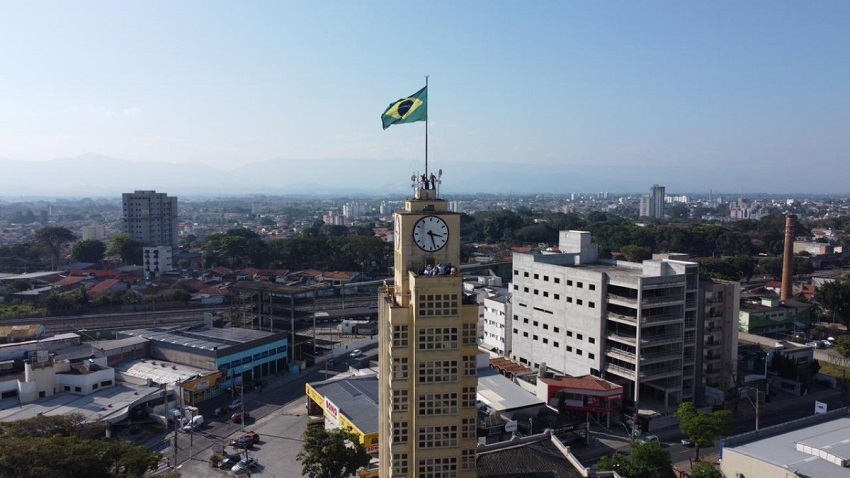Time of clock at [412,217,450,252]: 3:27
